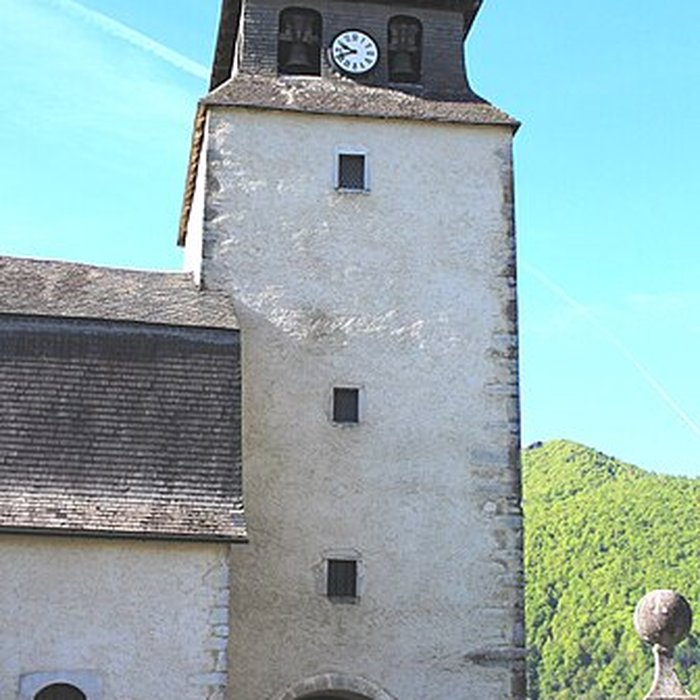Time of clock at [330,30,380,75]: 9:41
